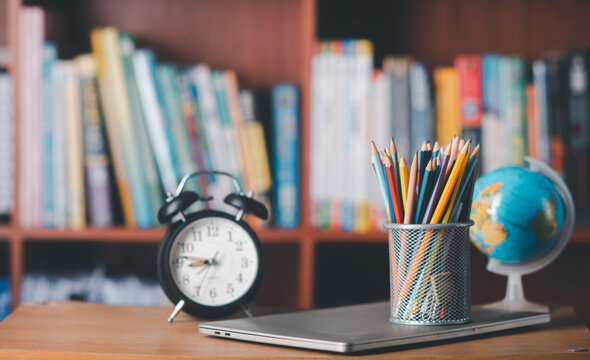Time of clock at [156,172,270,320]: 8:46
